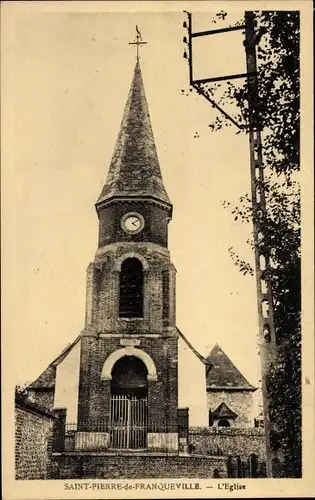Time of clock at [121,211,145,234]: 4:09
